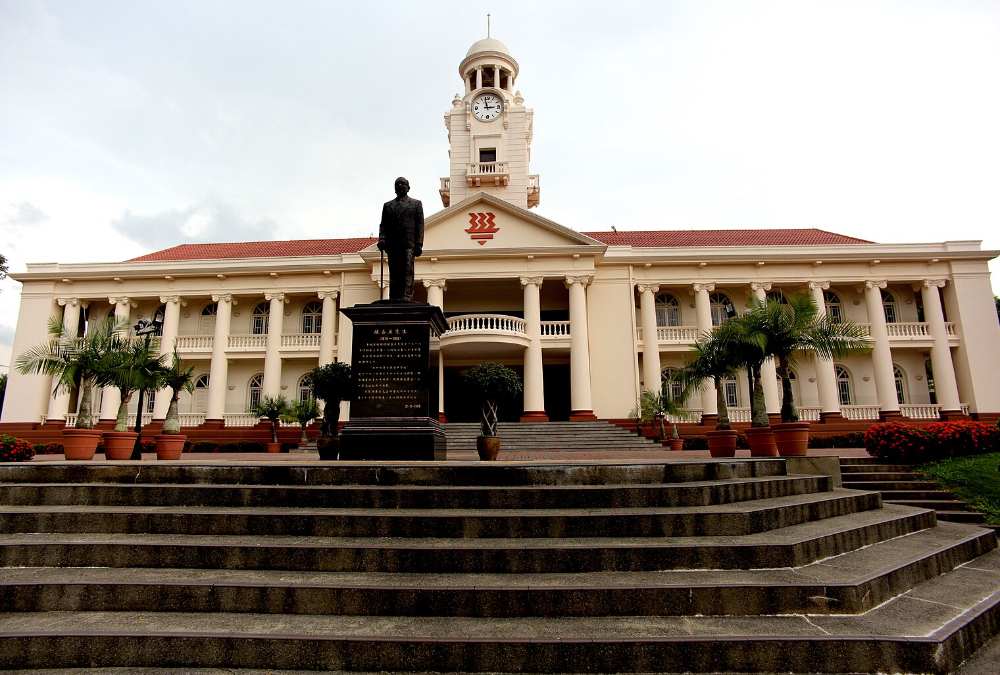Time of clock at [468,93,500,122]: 2:58
